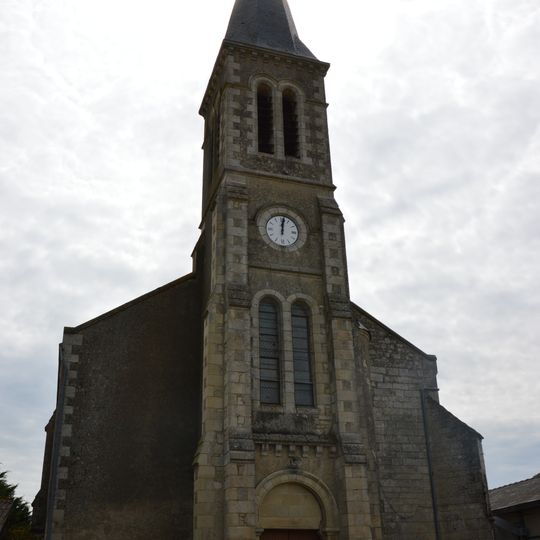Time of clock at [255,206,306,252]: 12:01
